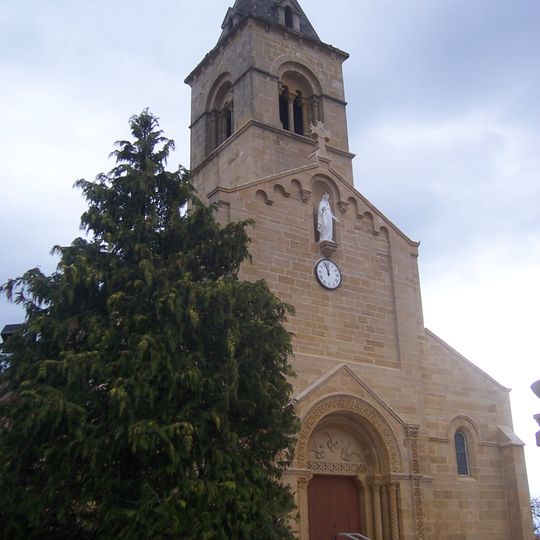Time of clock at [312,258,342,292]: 11:56
